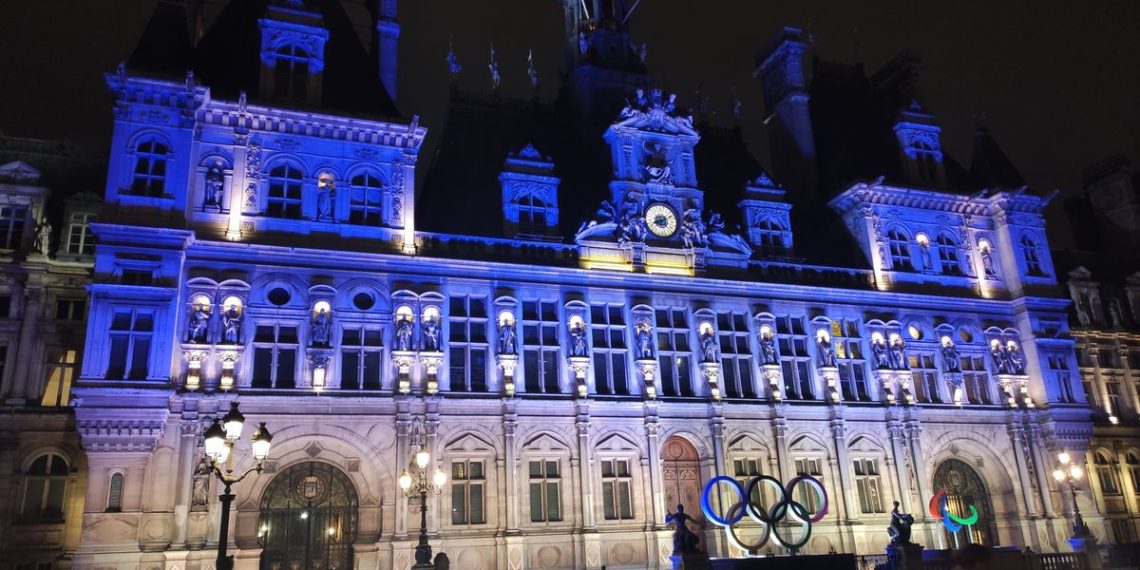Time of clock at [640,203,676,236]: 8:11
